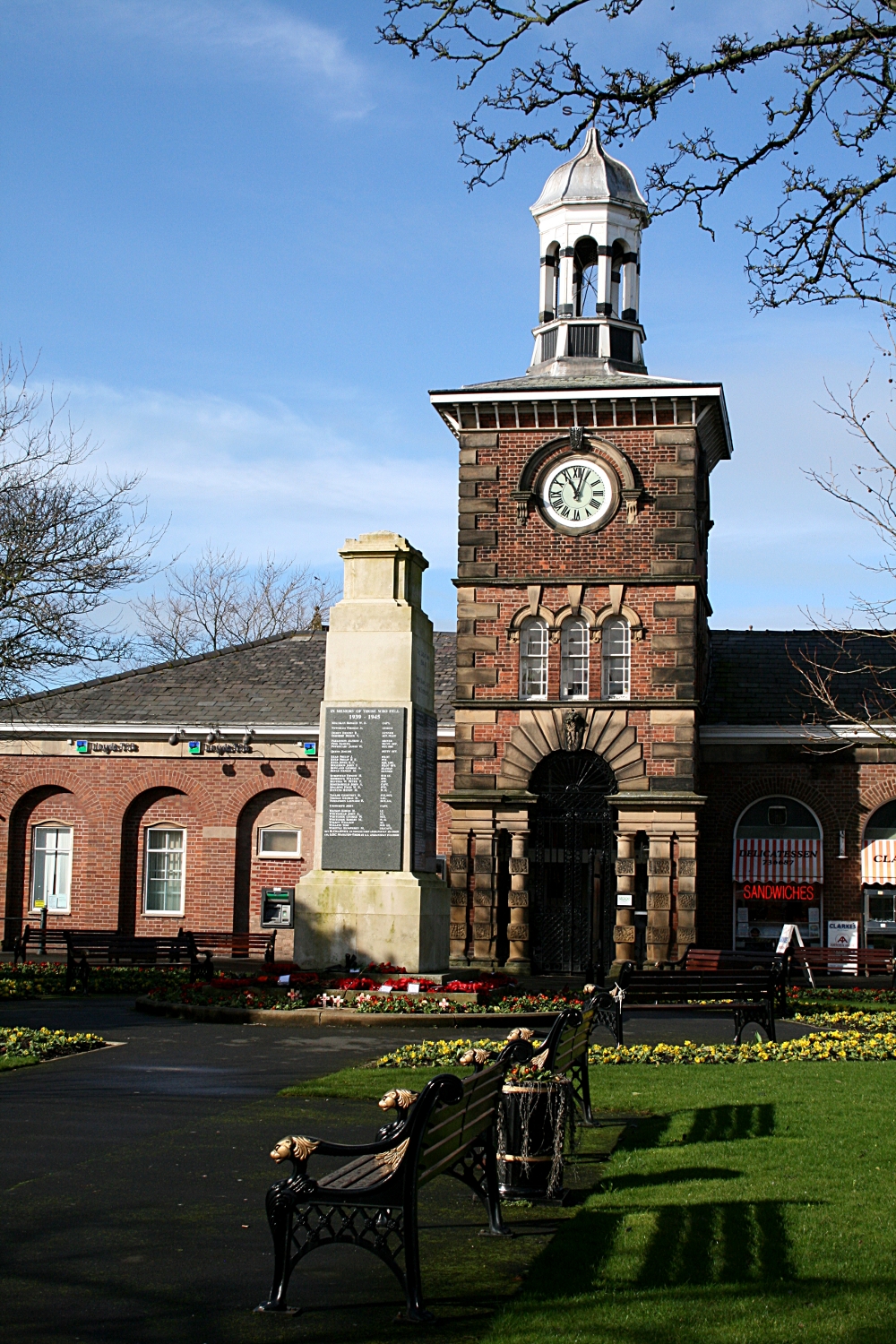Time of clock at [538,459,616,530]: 11:02
